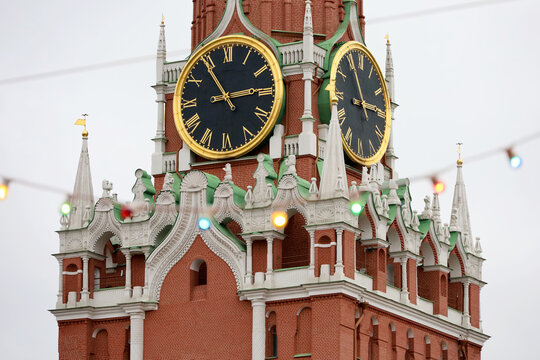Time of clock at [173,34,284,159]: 2:54
